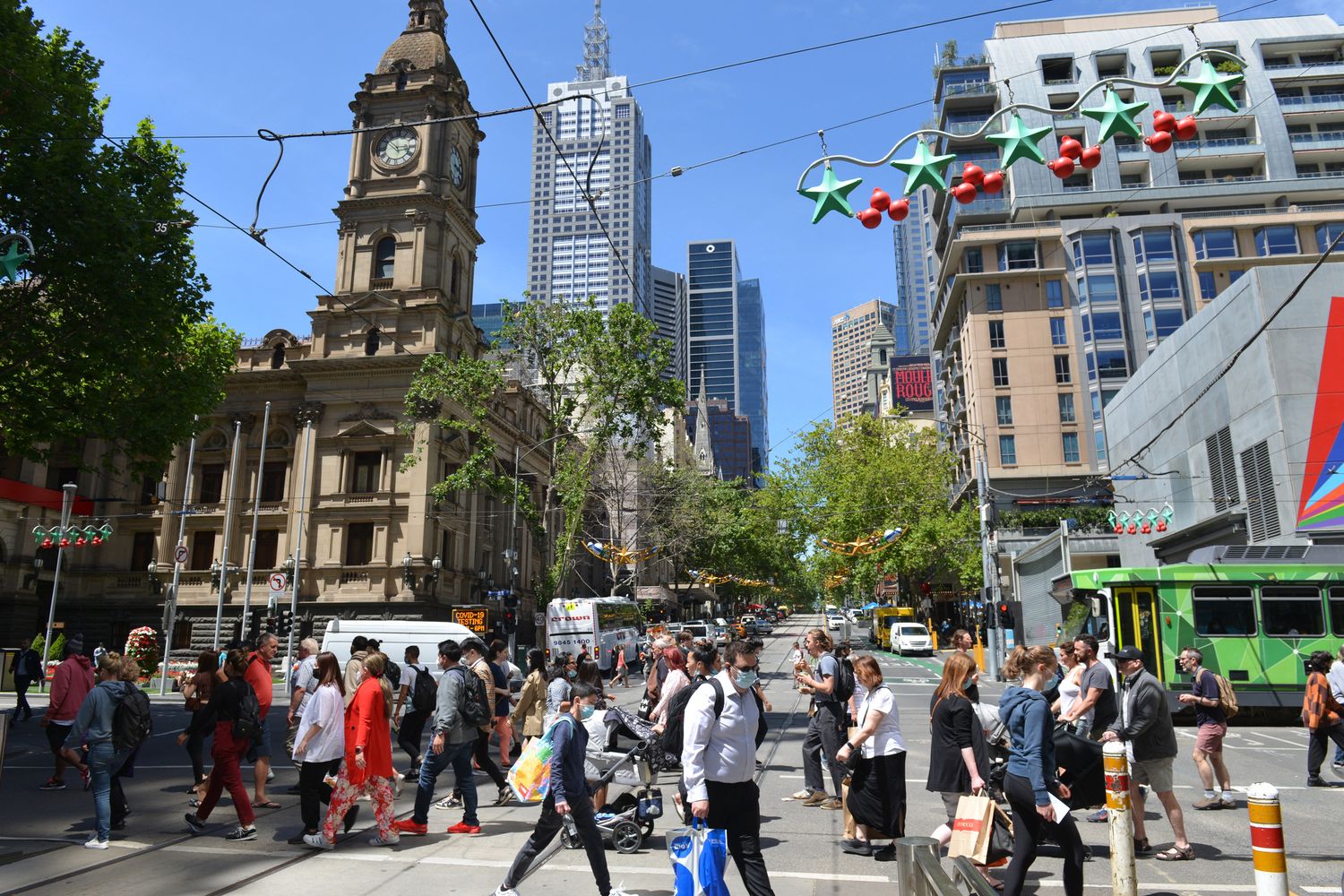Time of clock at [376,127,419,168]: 2:52
